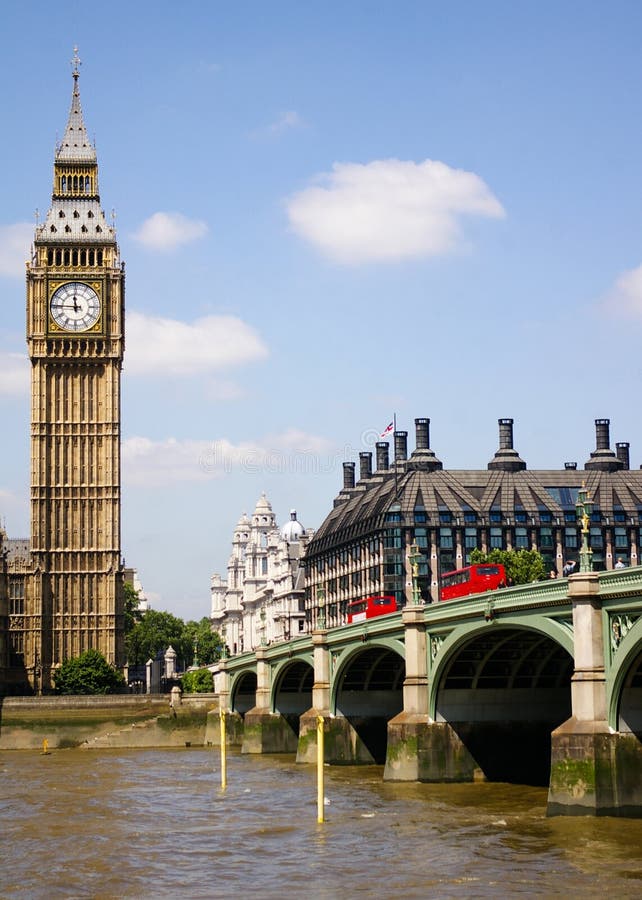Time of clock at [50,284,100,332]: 11:45
